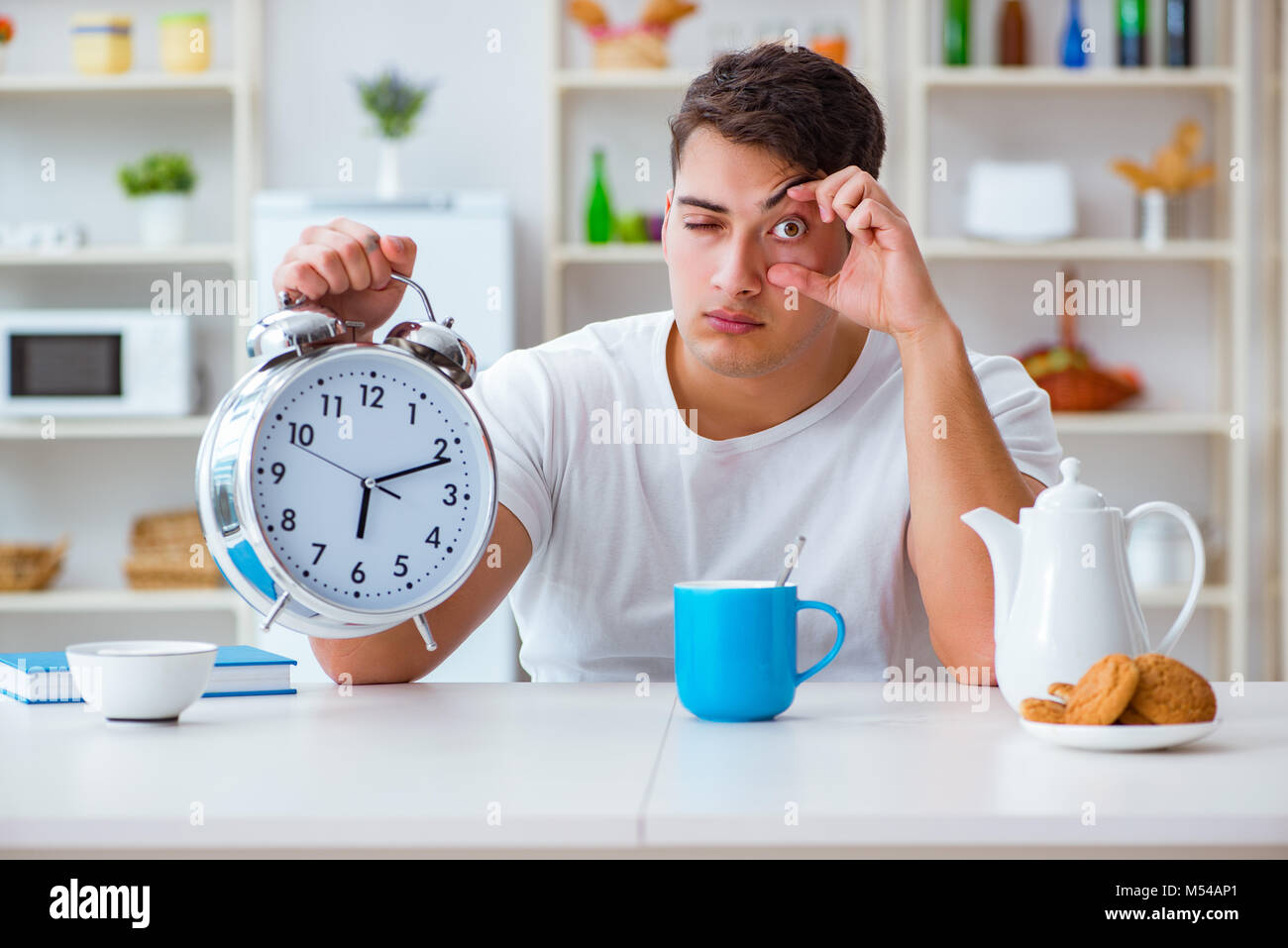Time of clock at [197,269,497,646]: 6:11
